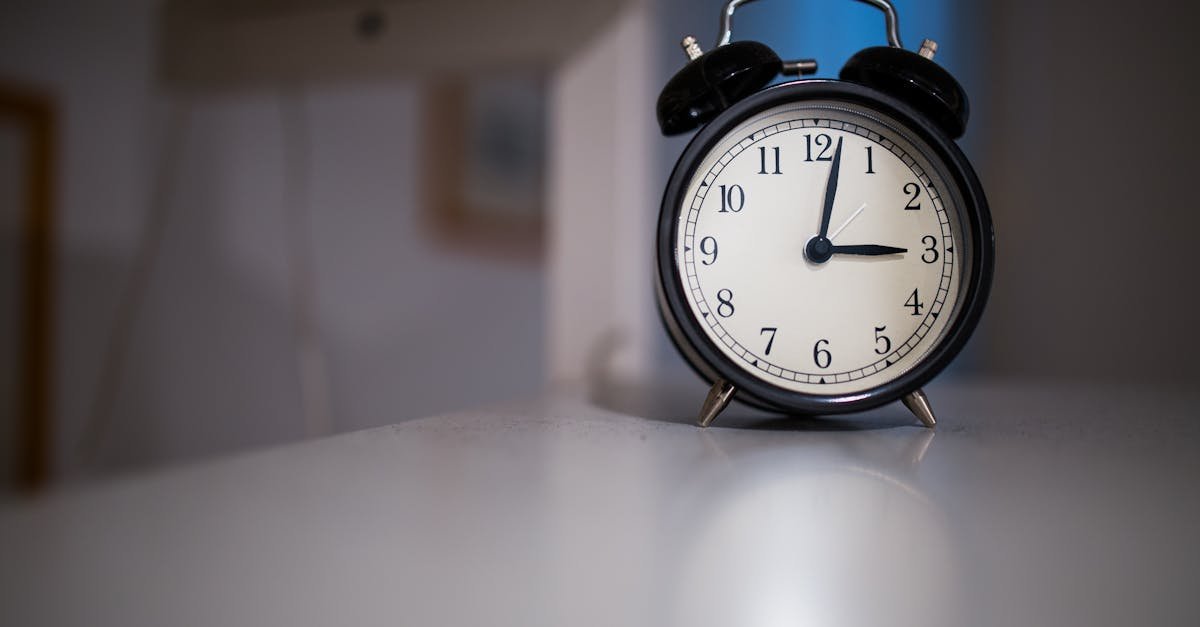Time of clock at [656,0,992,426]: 3:02
